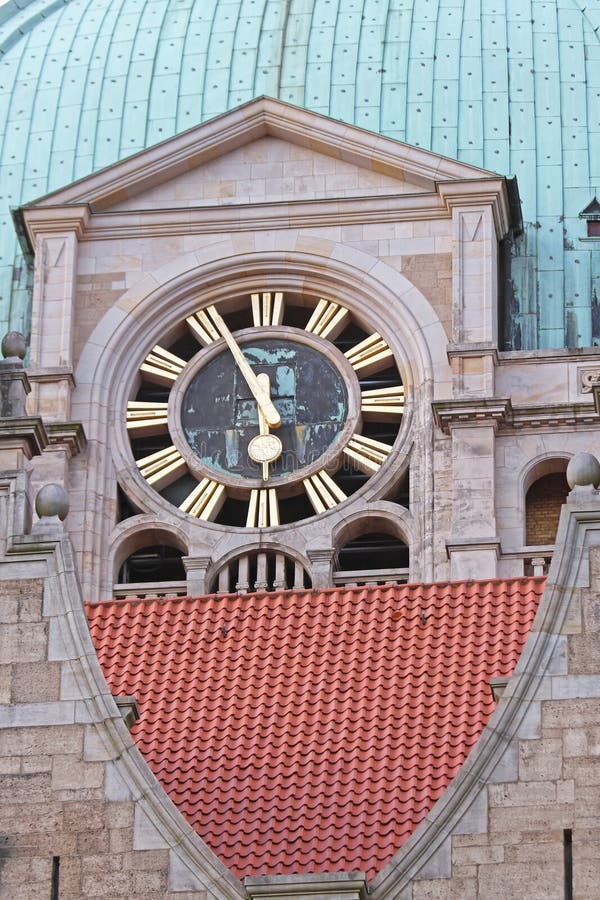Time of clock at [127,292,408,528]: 11:55
